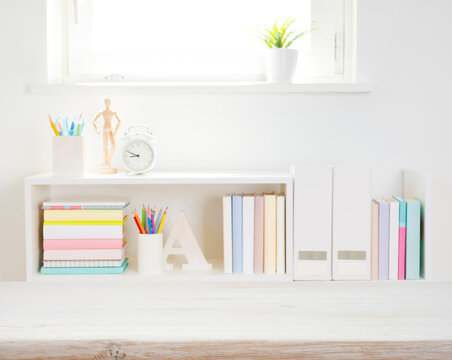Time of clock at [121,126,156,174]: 8:48
